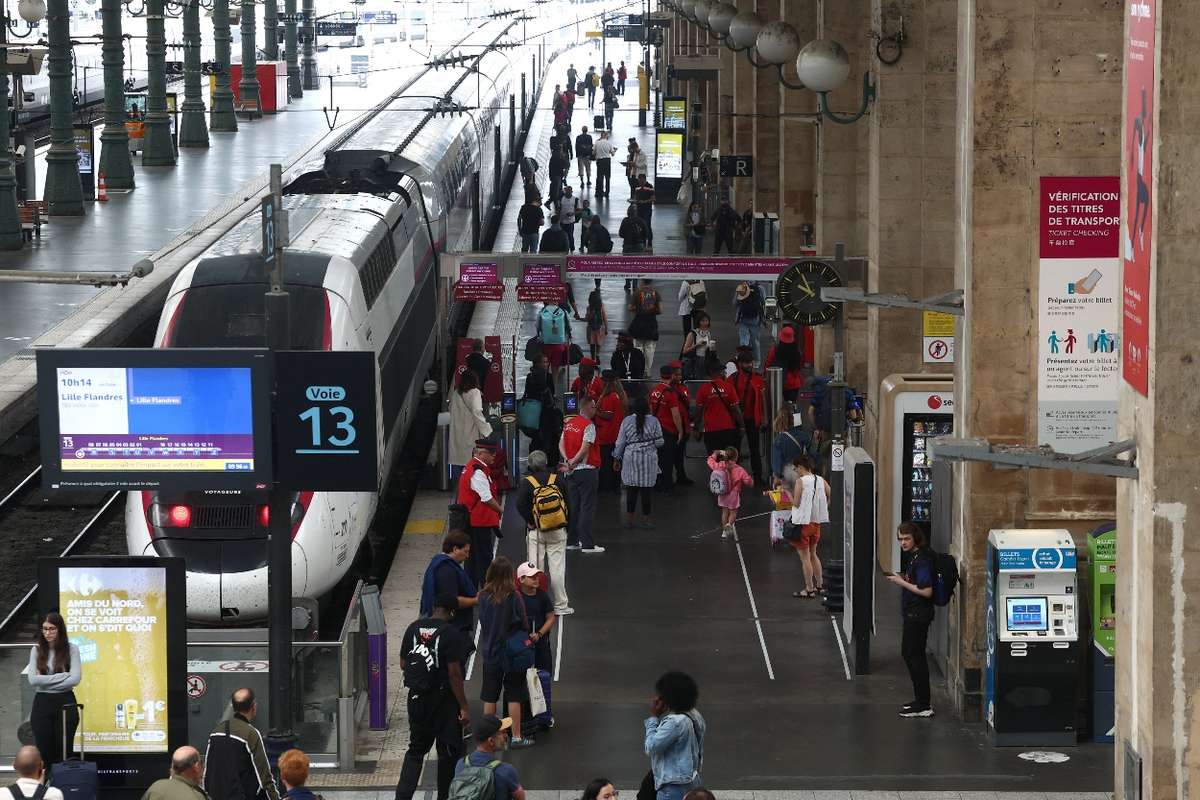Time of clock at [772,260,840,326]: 9:55
